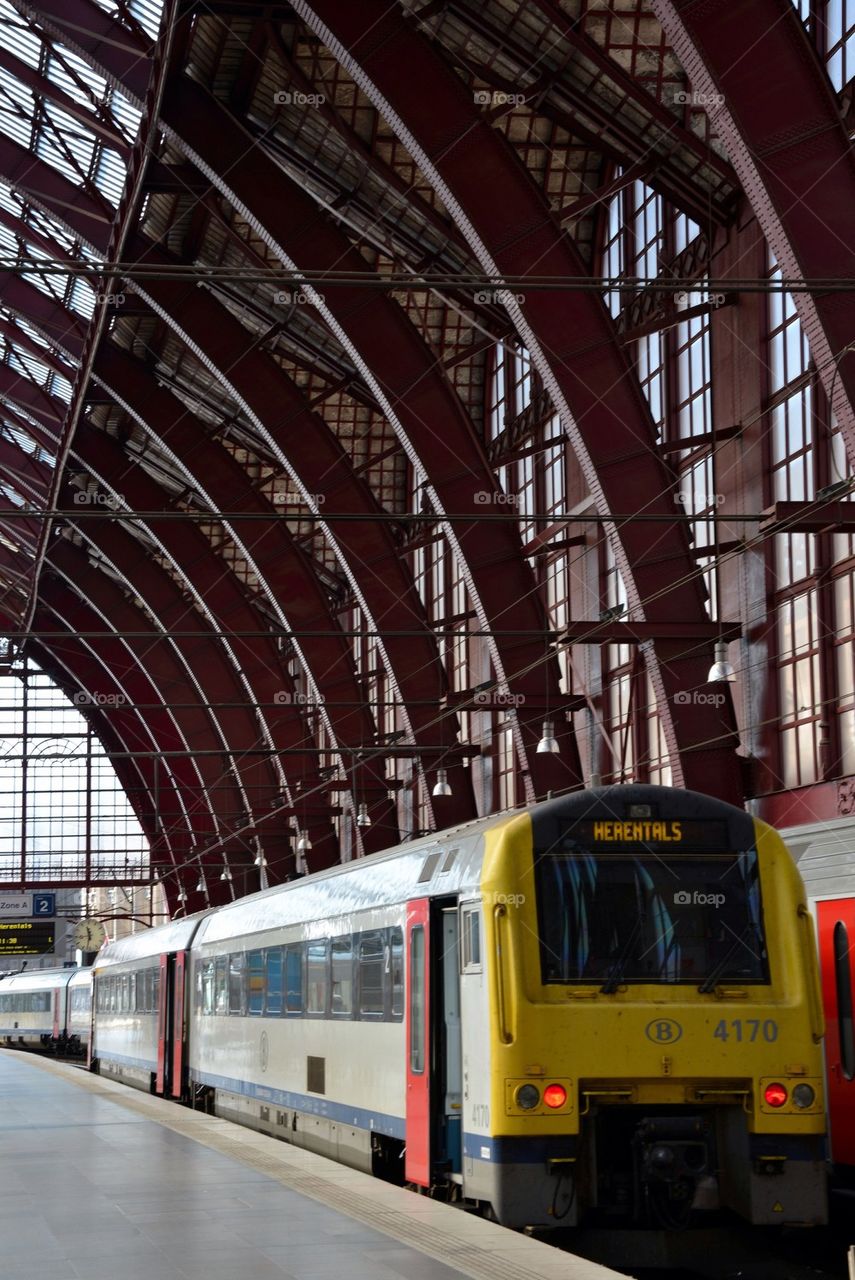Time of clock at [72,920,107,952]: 11:32
